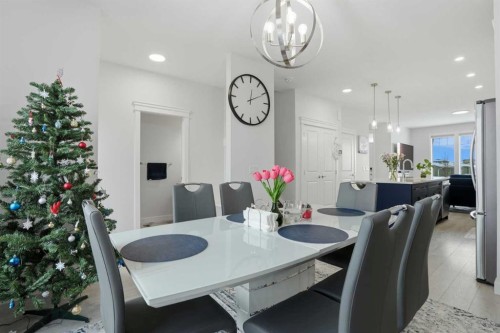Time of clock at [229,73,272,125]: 12:10
